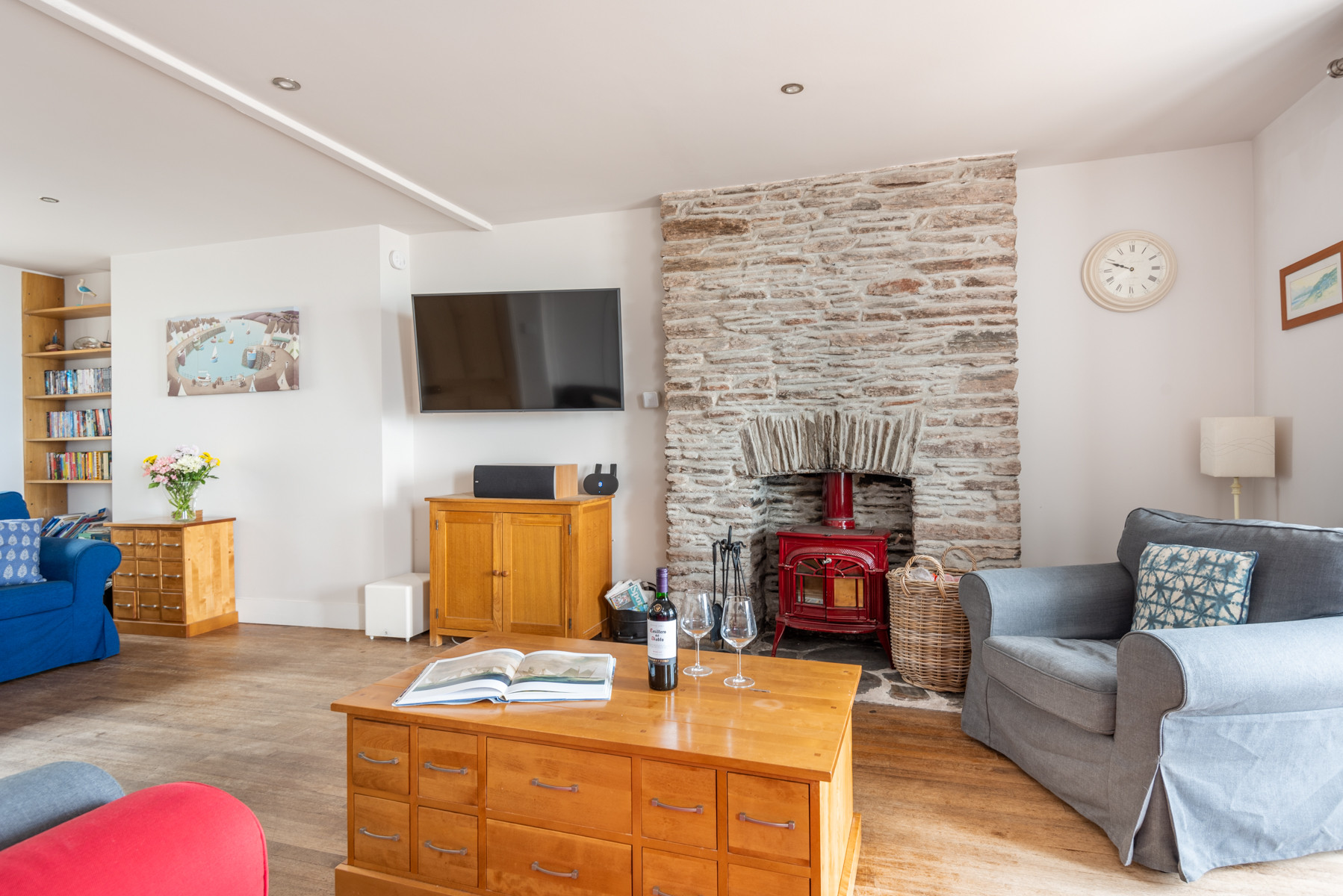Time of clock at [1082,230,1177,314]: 9:48
